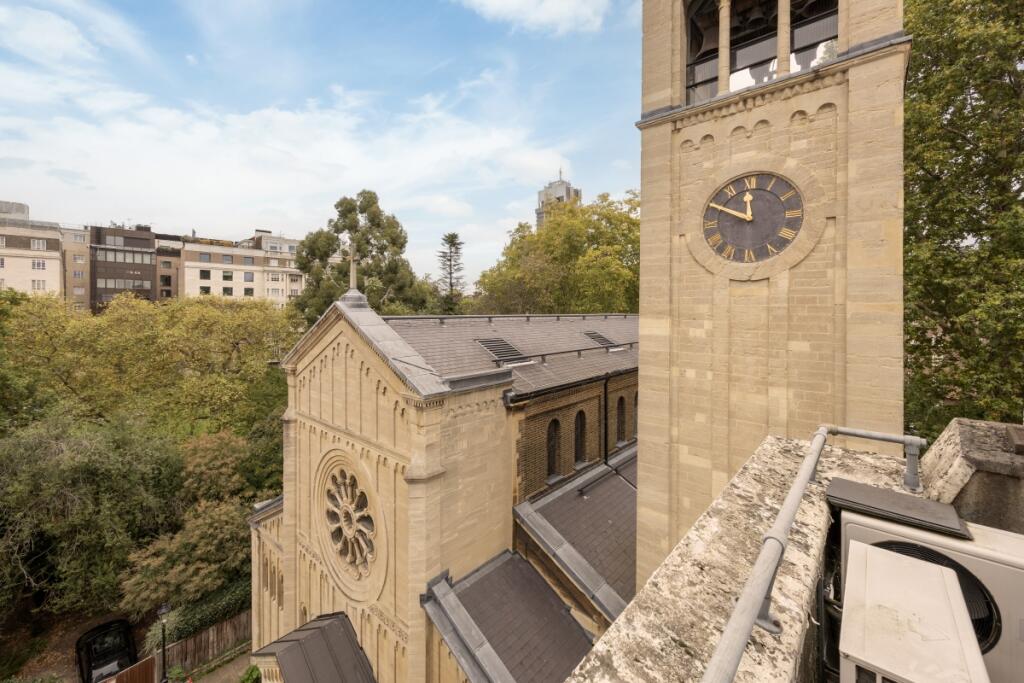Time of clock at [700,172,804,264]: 11:49
